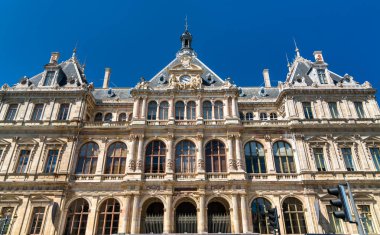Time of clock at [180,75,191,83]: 3:48
